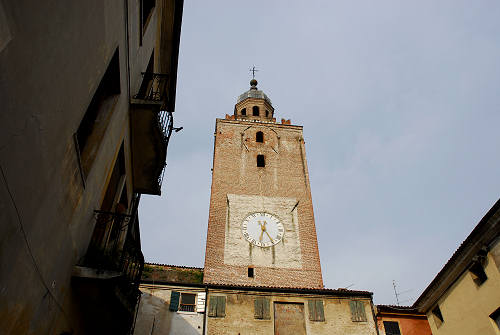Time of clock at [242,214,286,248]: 12:32
